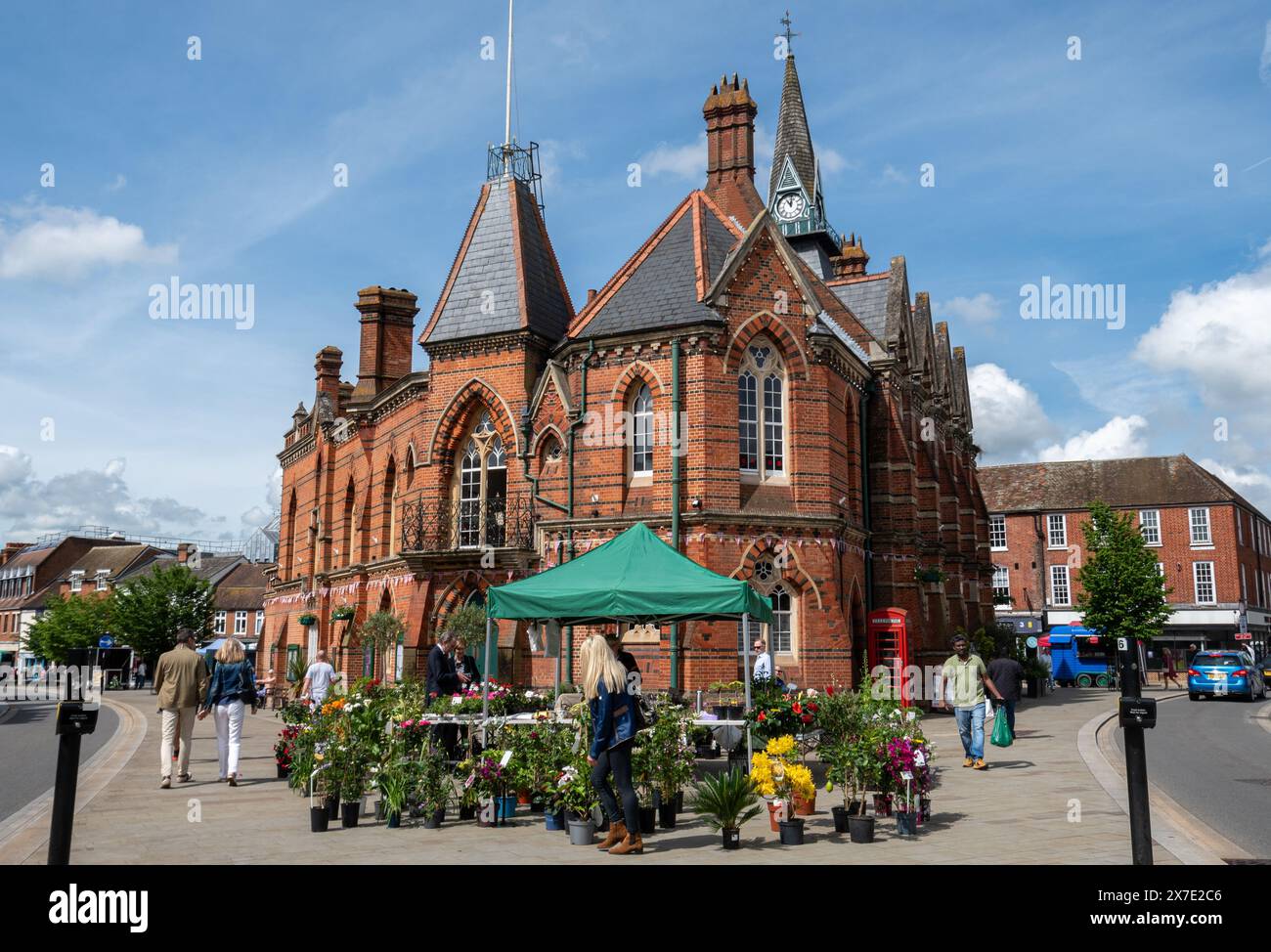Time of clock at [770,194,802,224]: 11:01
